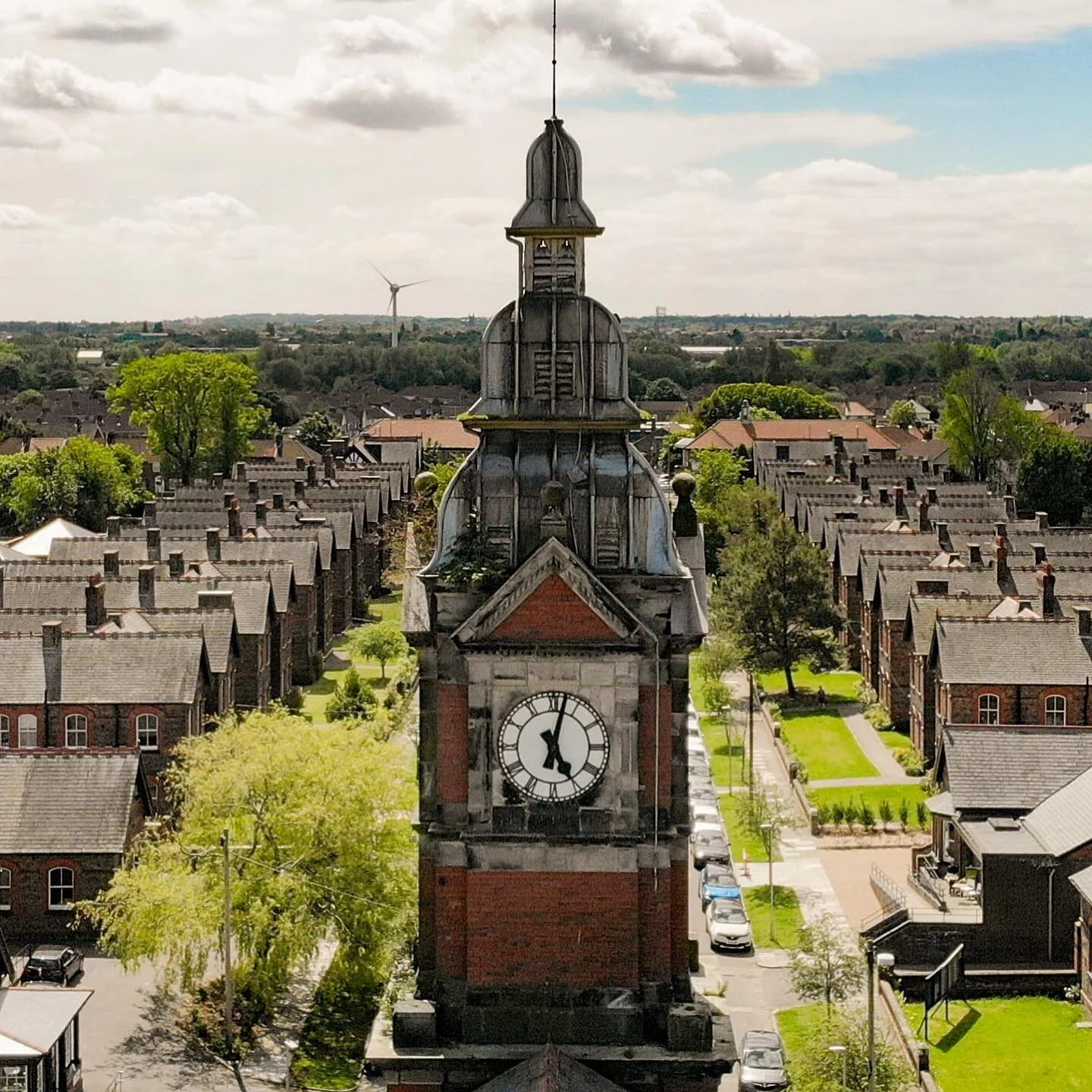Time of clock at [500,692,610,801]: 5:02
